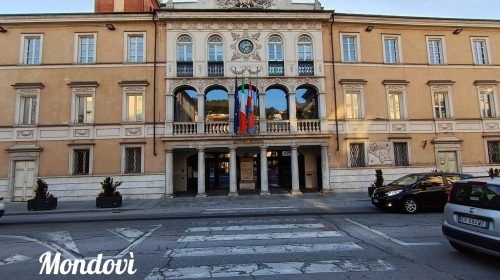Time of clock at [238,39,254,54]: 7:13
